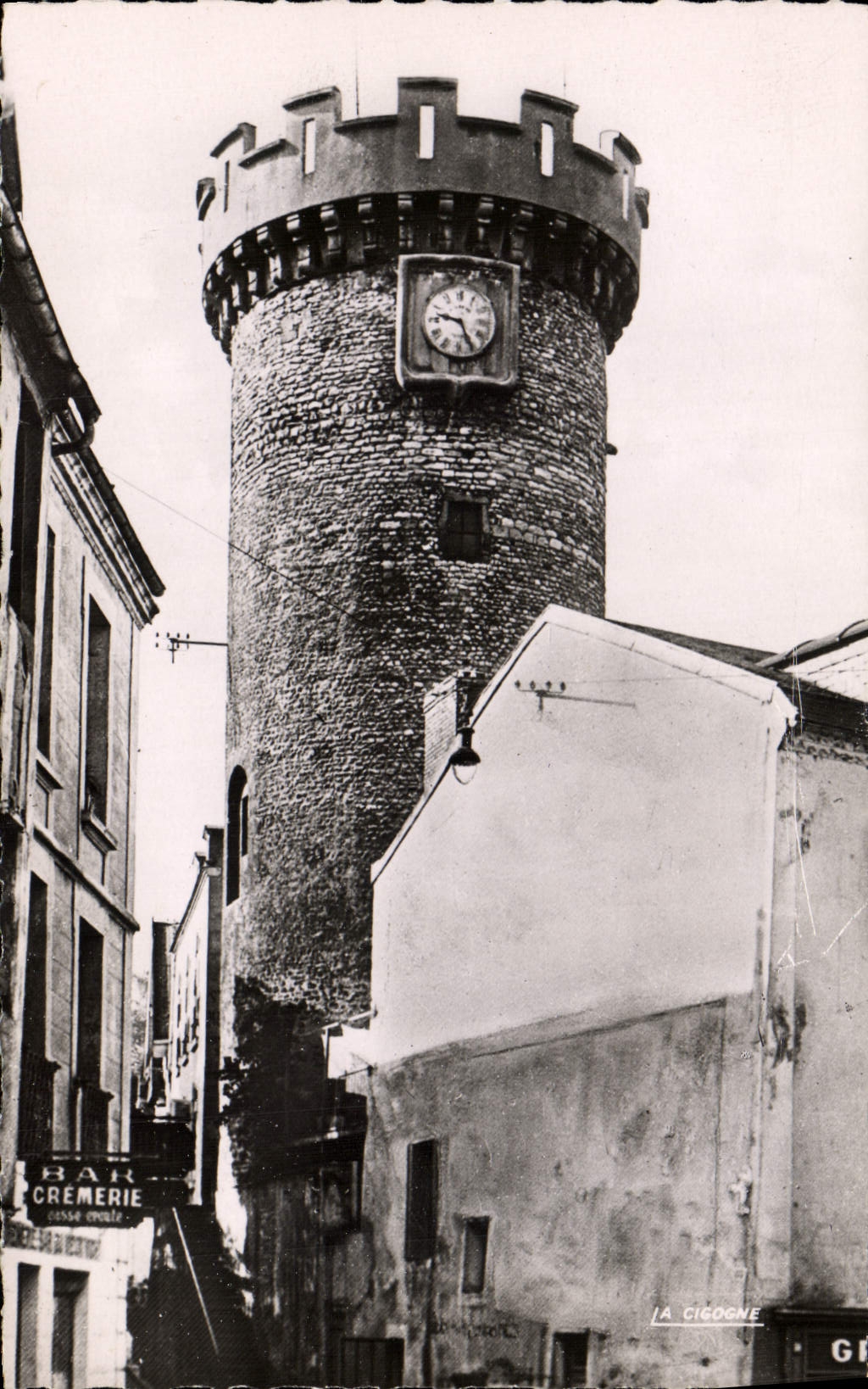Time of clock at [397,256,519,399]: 9:25
